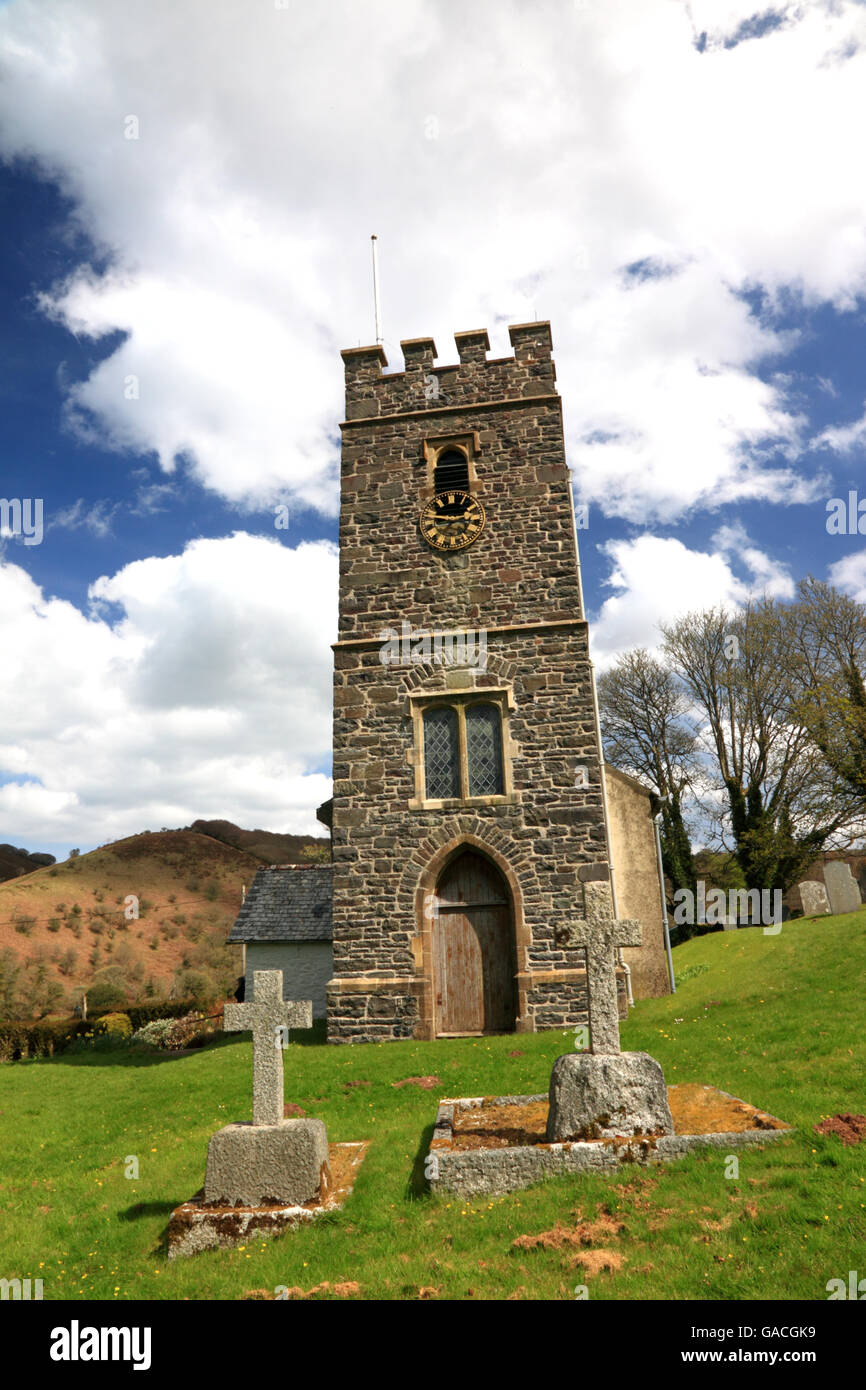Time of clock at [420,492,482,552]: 2:46
